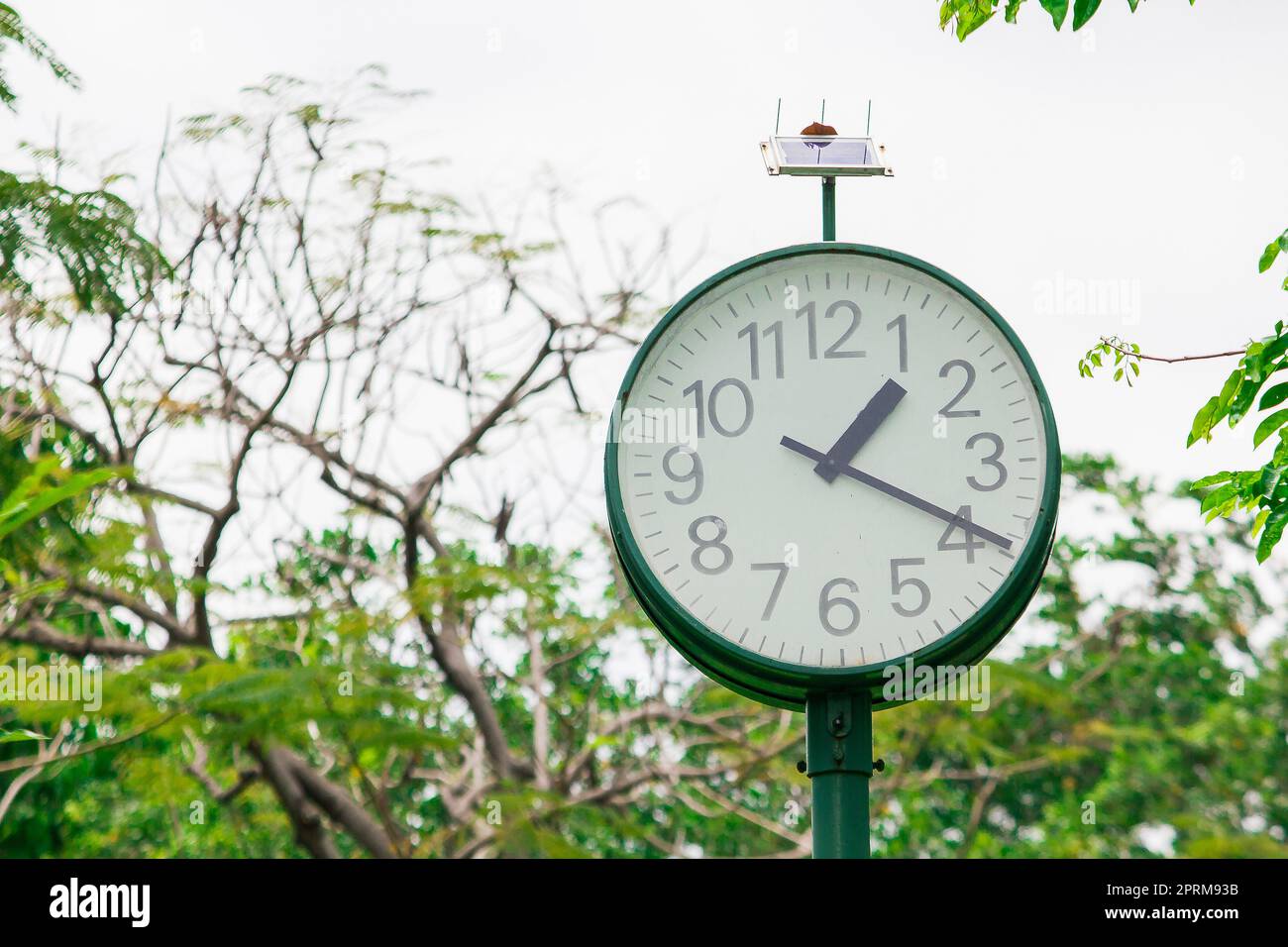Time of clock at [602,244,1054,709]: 1:19
